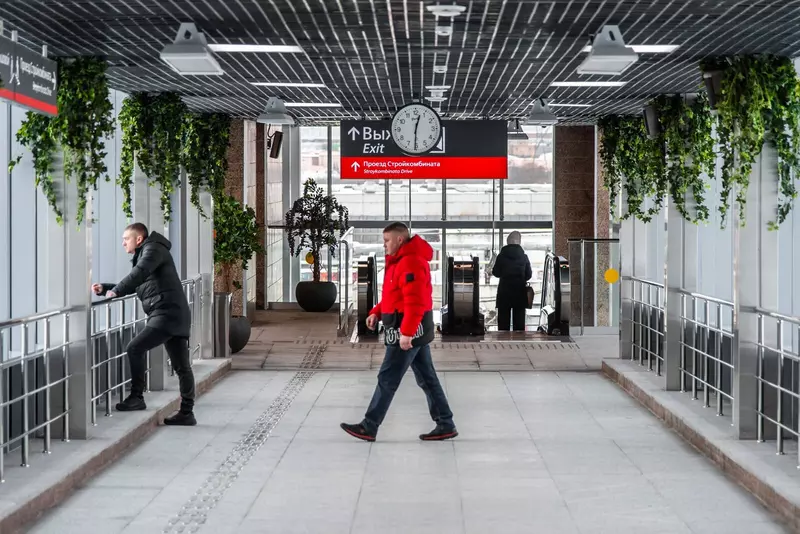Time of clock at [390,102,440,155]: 12:30
